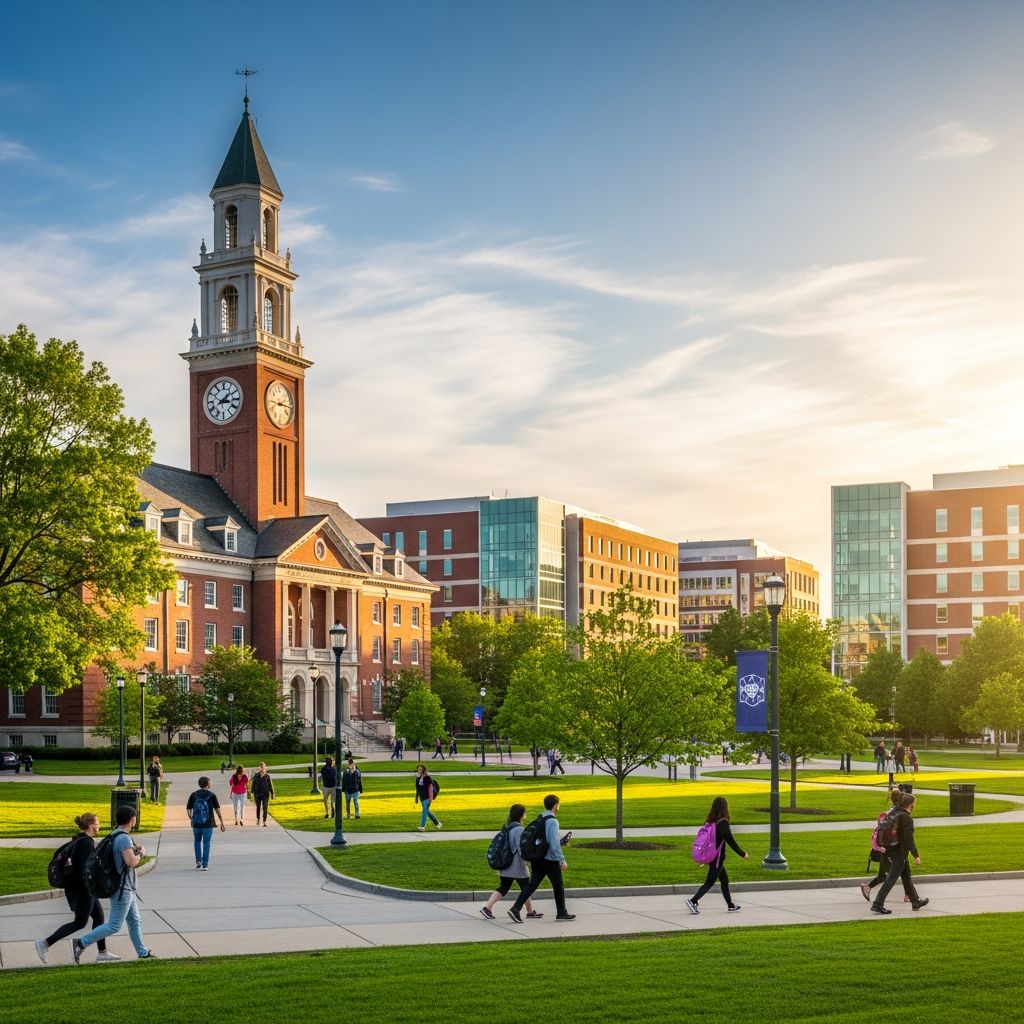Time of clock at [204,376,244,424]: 3:09
